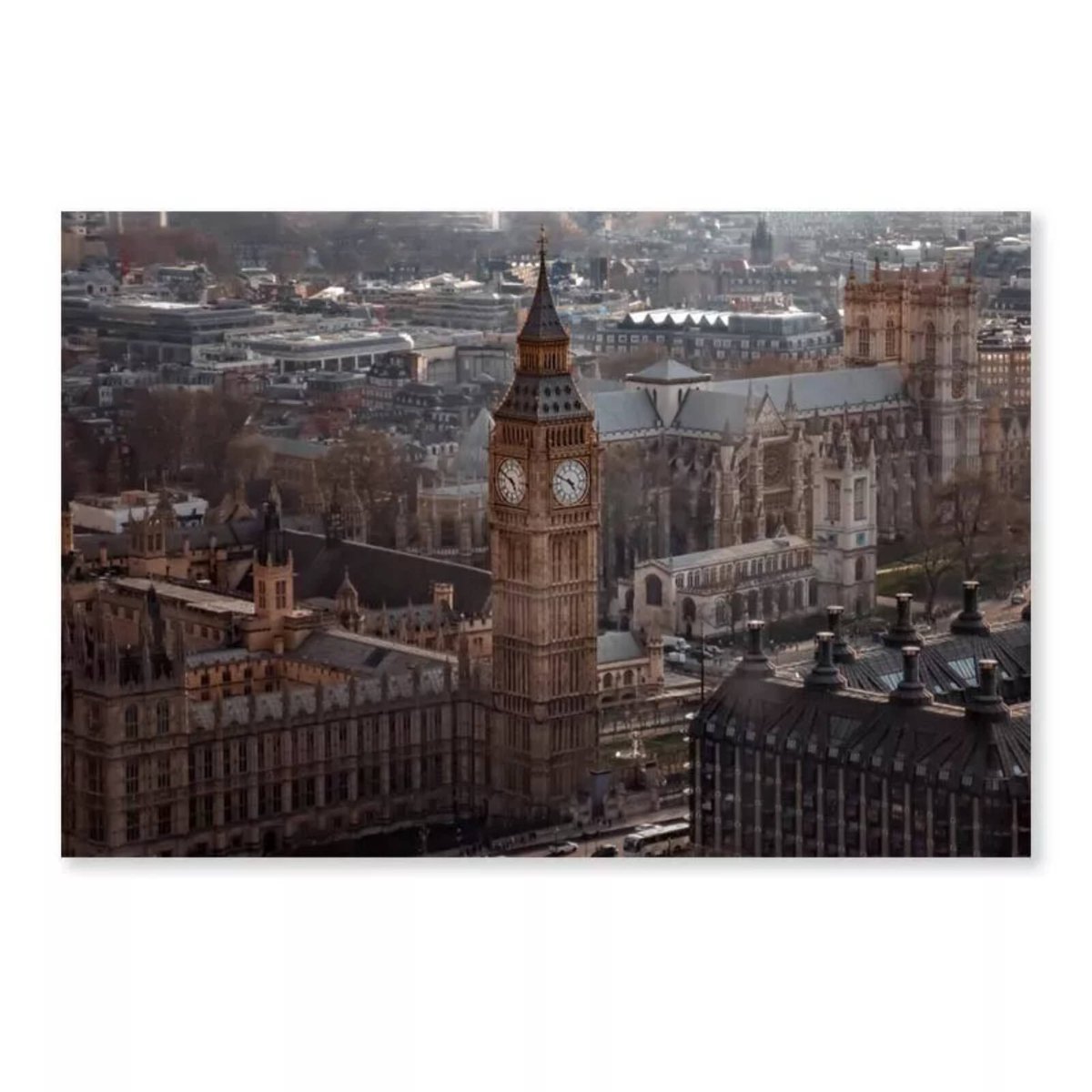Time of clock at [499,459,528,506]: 4:49
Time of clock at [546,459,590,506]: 4:49
